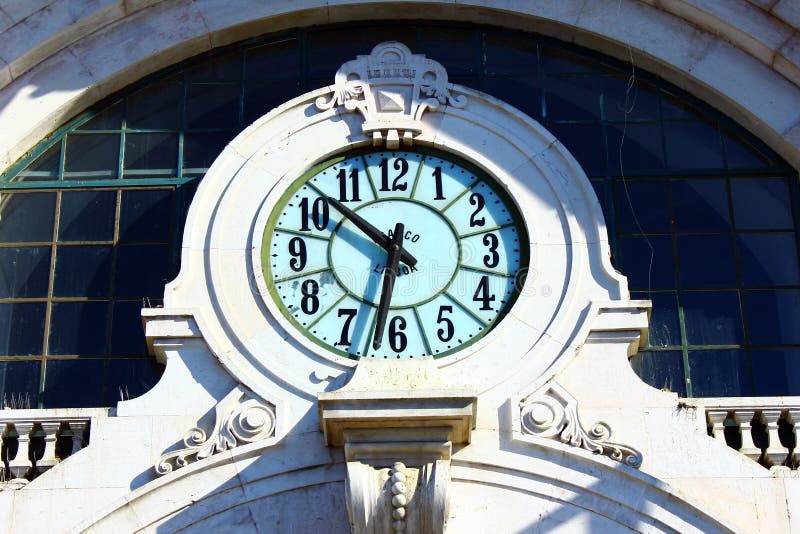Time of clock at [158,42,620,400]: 10:32
